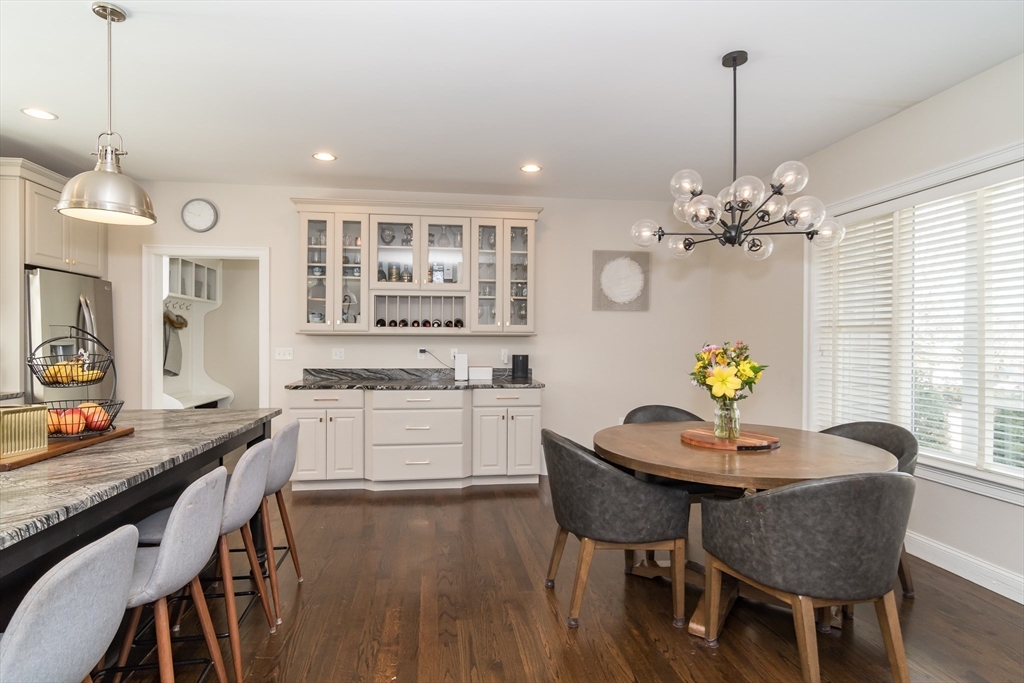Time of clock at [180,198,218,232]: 12:47
